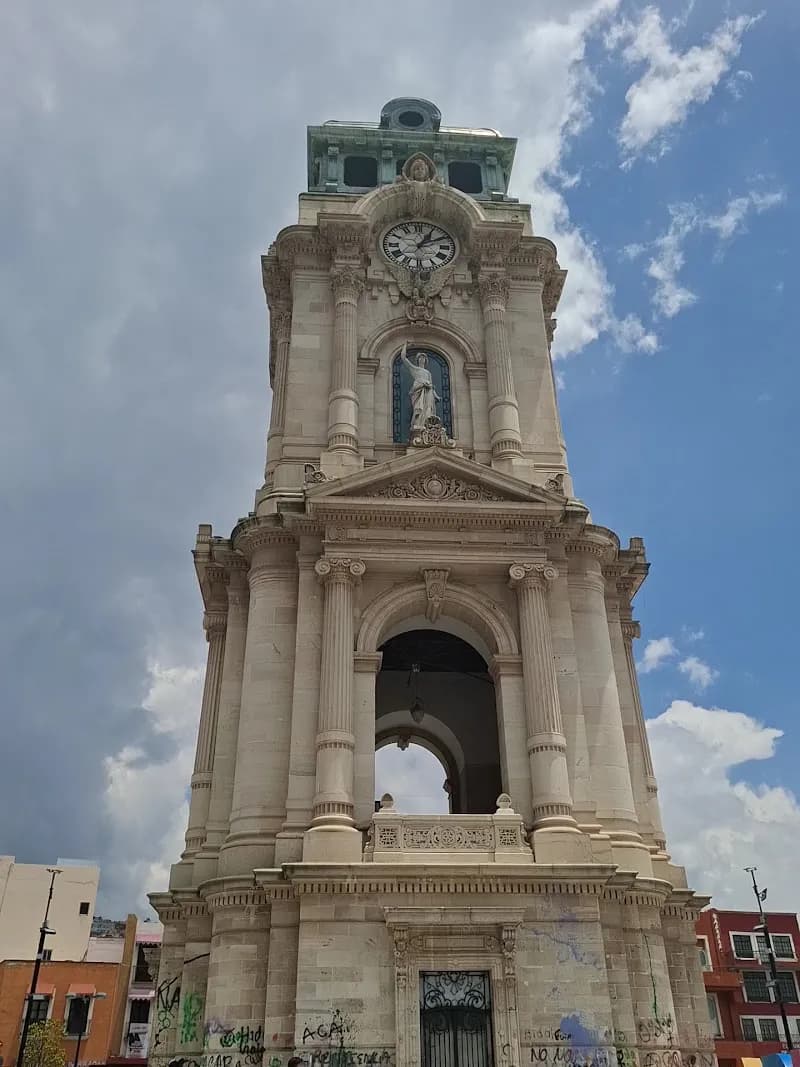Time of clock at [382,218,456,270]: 1:10
